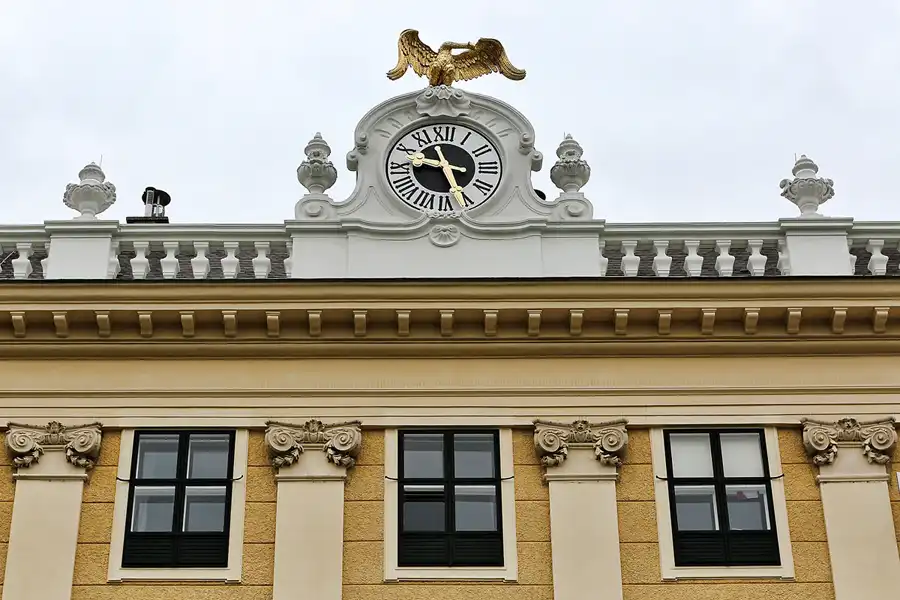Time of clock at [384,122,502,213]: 9:26
